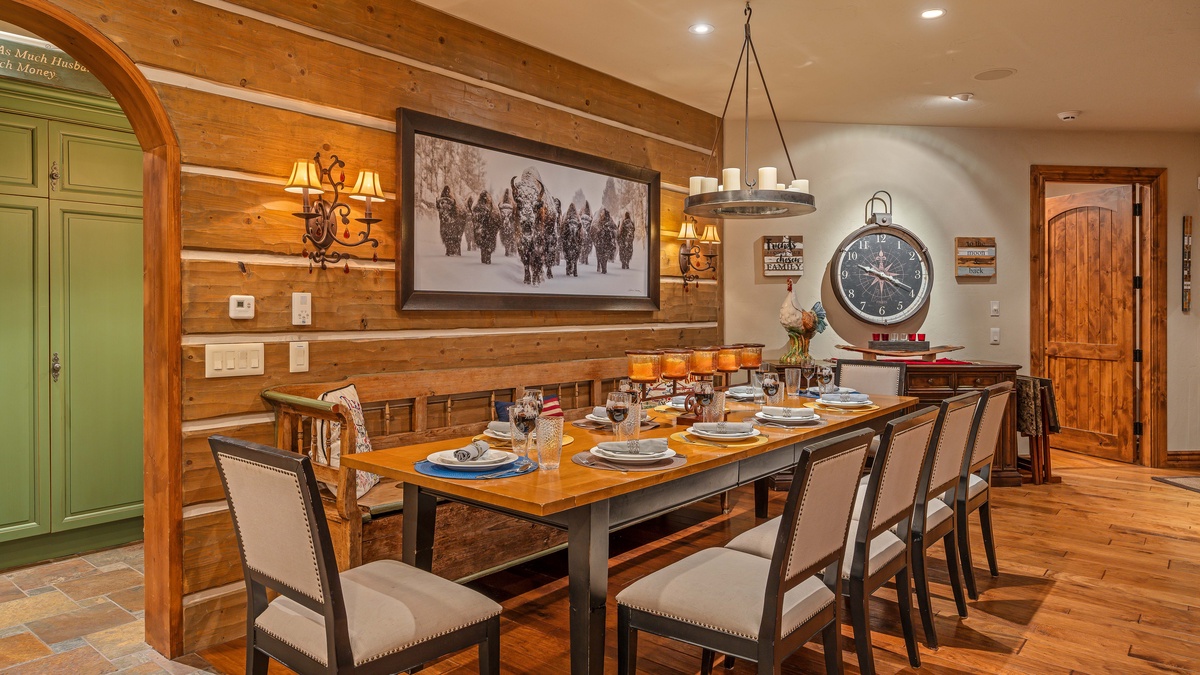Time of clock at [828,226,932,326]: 3:48
